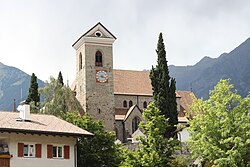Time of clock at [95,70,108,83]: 3:43
